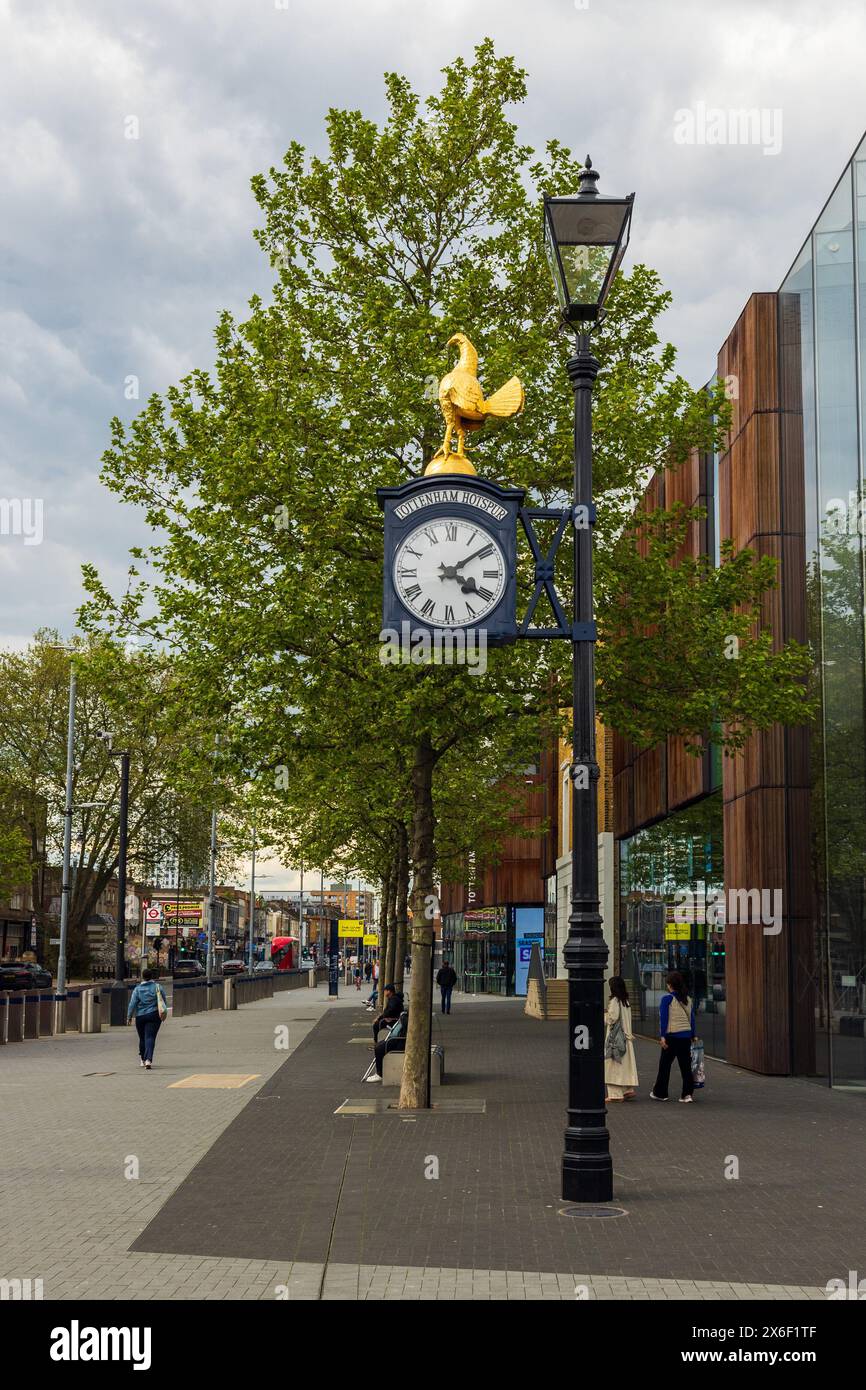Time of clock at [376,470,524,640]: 4:08
